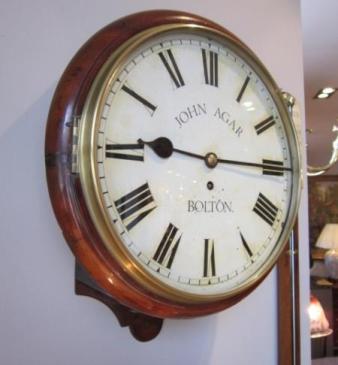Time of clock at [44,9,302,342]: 9:14
